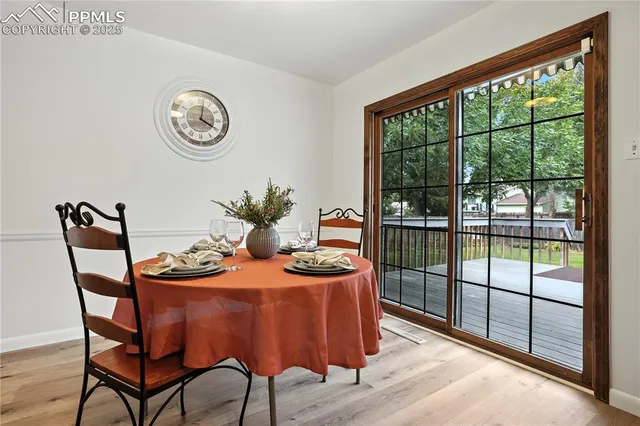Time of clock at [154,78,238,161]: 4:01
